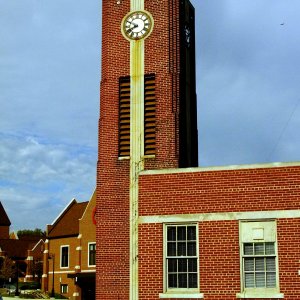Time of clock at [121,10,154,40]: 7:49
